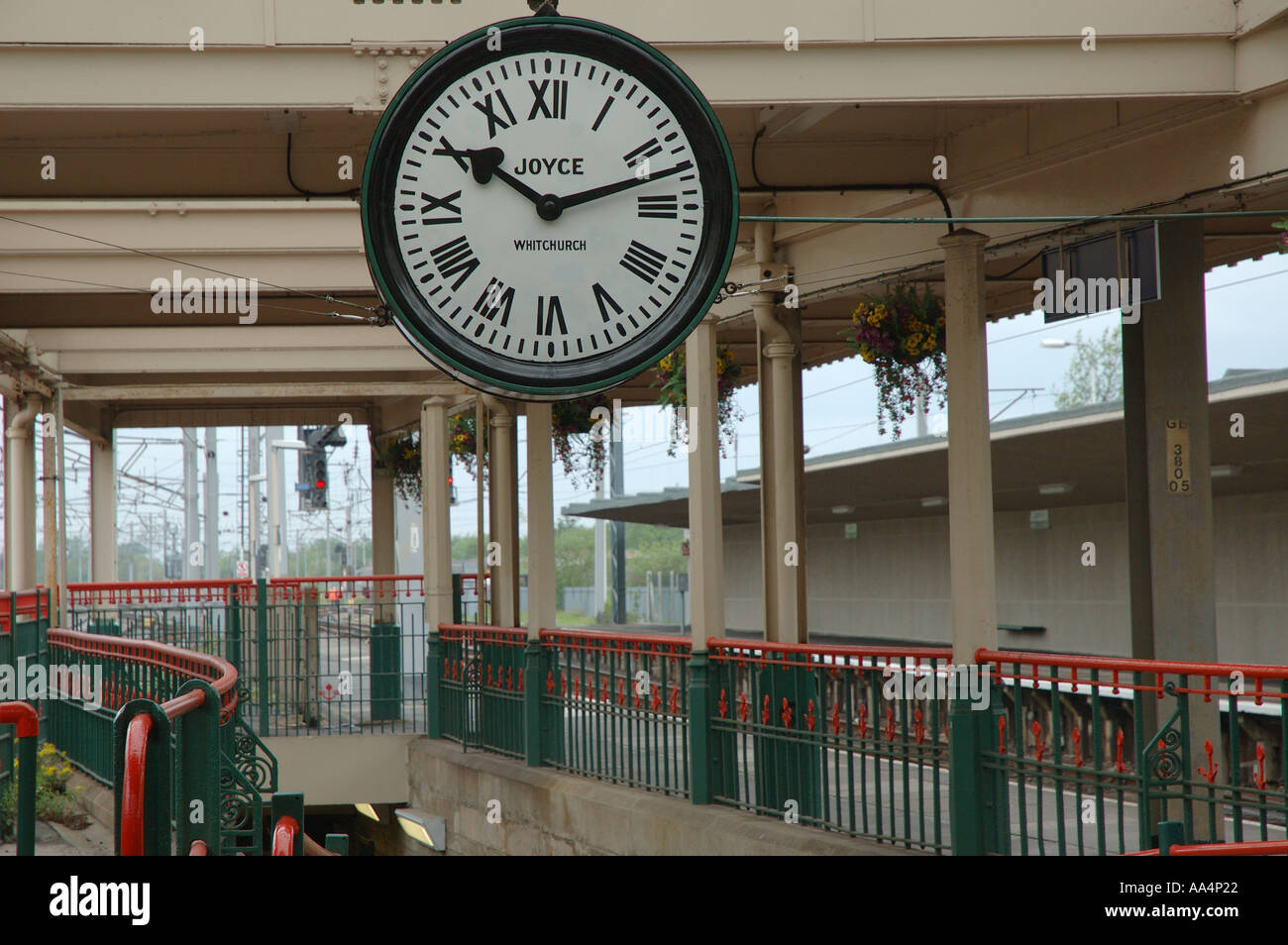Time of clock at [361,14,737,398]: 10:12
